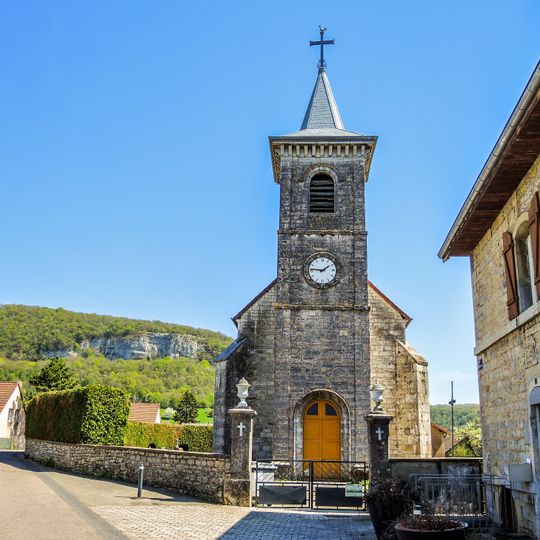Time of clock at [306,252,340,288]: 1:46
